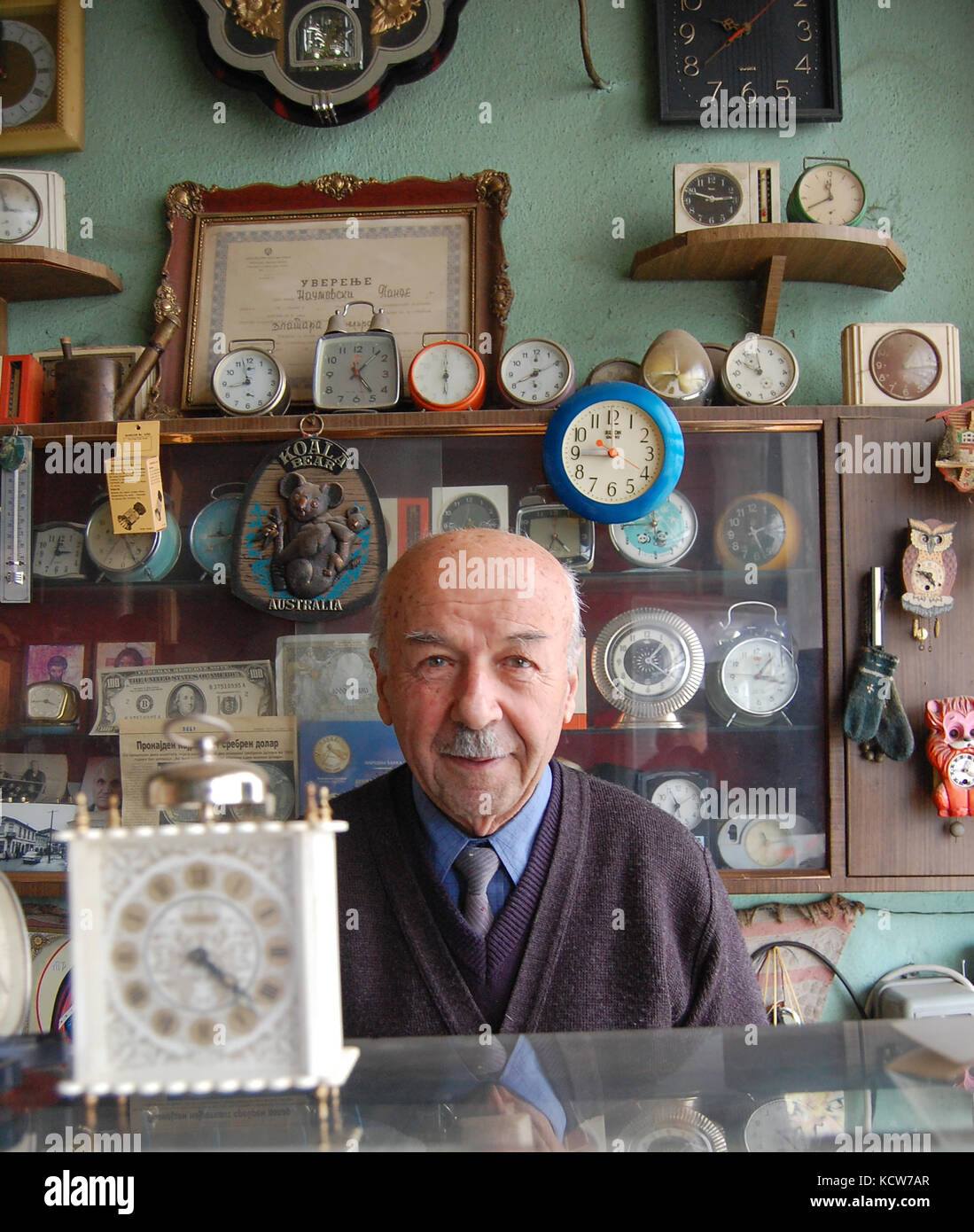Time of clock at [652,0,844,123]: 9:39
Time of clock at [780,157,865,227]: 11:40
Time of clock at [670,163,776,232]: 2:48
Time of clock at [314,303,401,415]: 1:23
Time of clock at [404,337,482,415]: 6:00
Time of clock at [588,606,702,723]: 1:20
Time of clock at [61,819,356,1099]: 4:22
